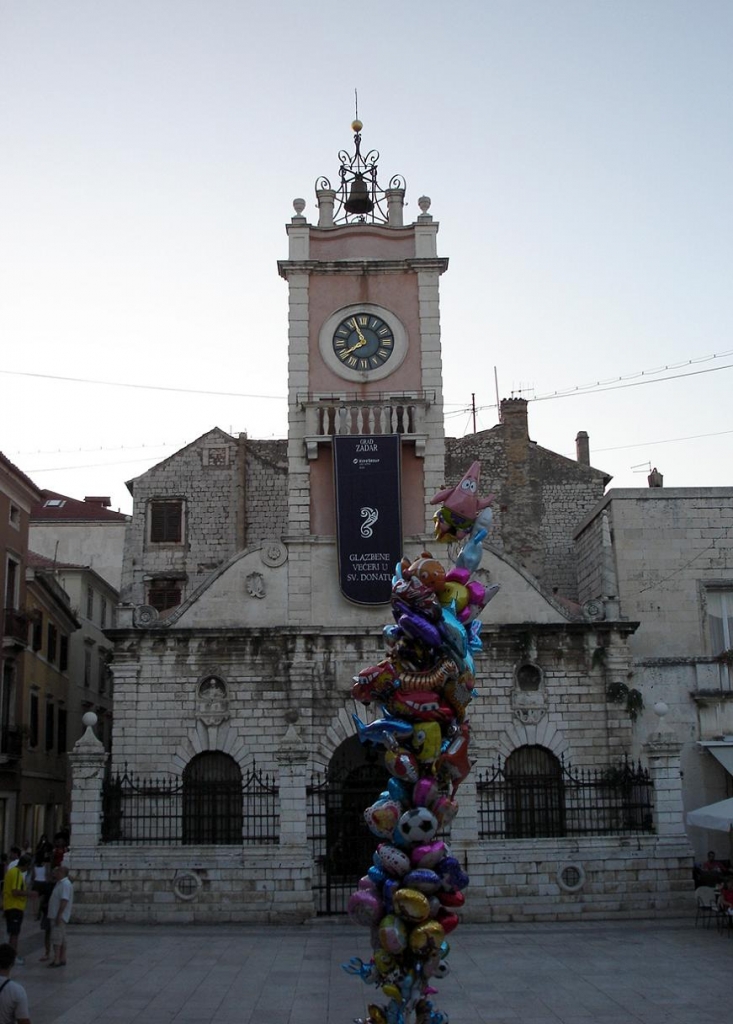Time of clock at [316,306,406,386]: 7:56
